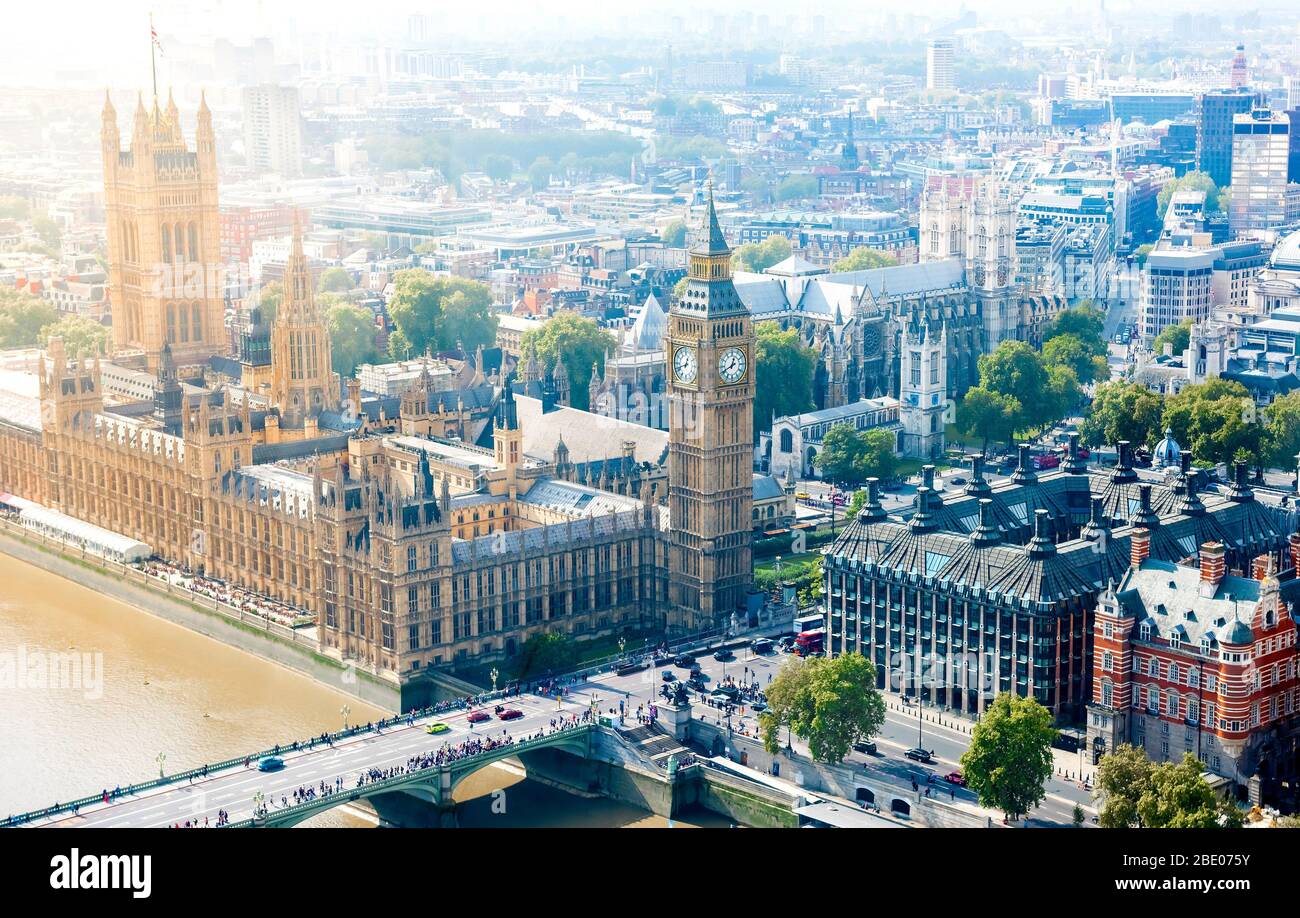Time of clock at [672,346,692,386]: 12:41
